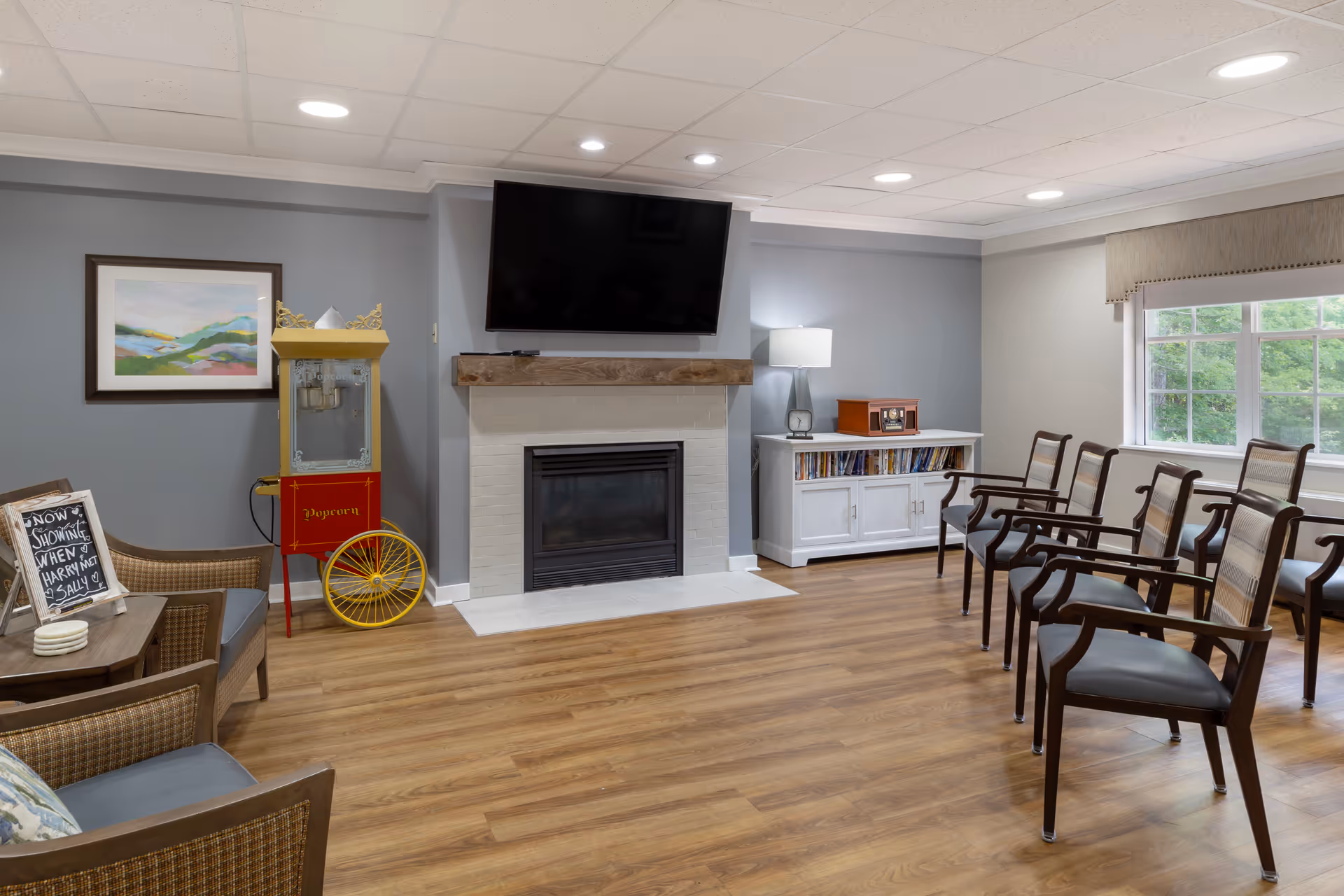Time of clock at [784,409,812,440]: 10:32
